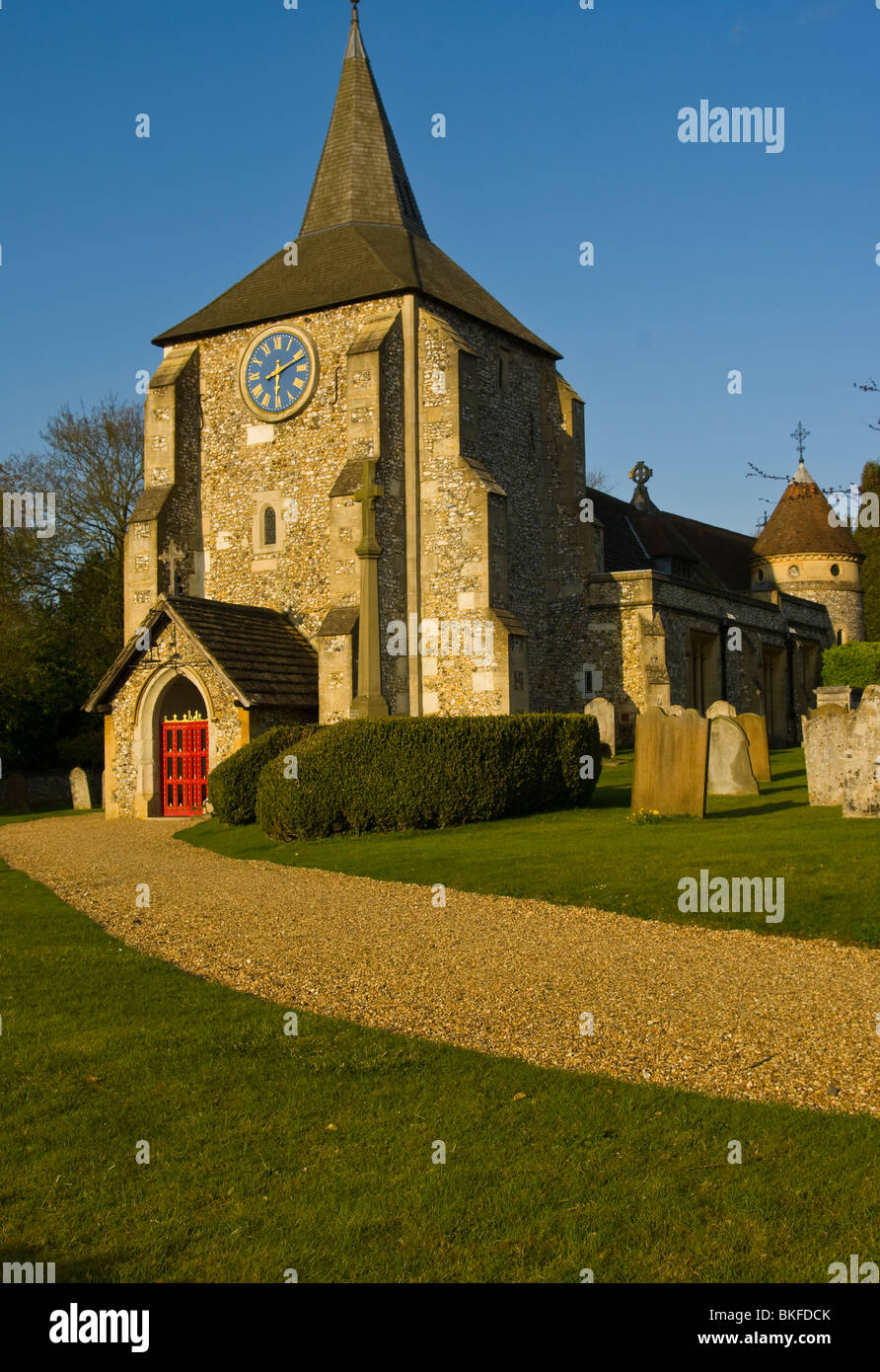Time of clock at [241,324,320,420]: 6:11
